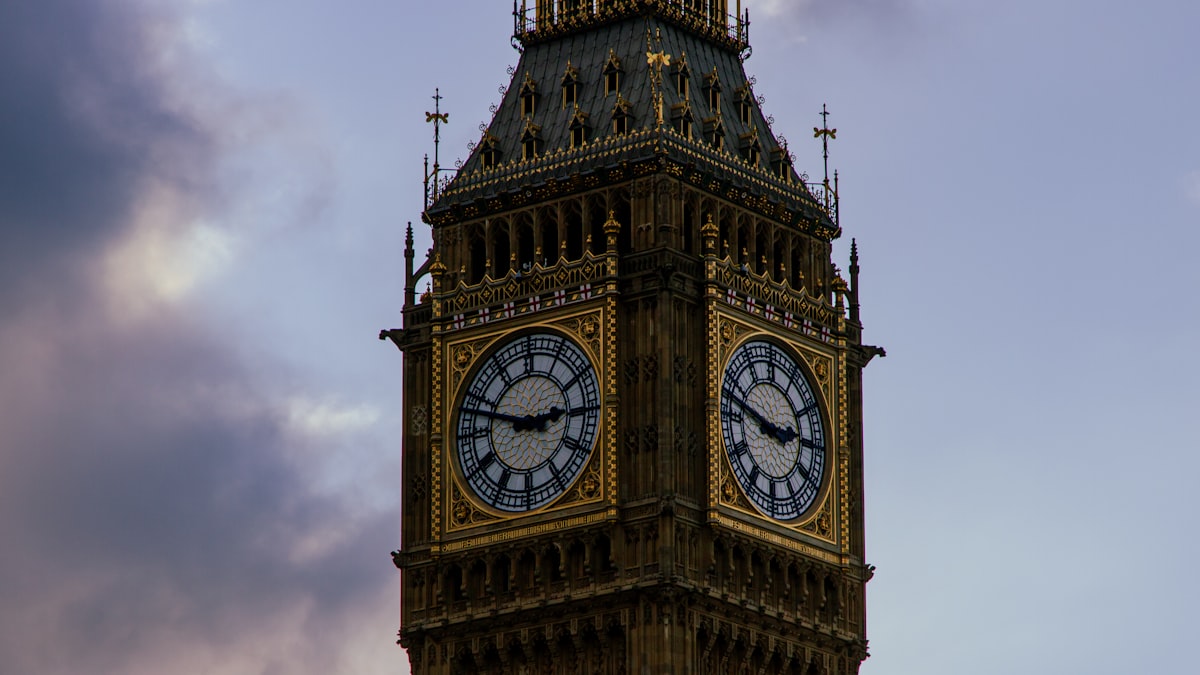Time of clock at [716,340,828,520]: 2:47
